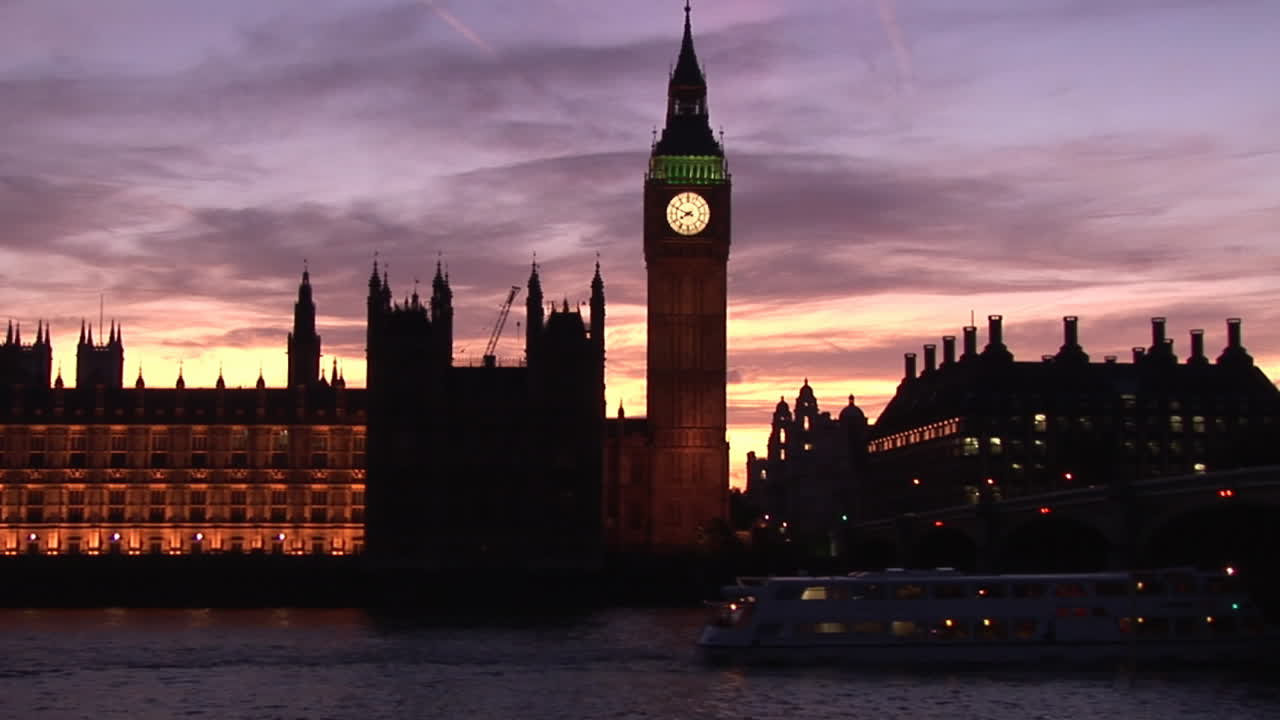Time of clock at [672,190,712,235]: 7:48
